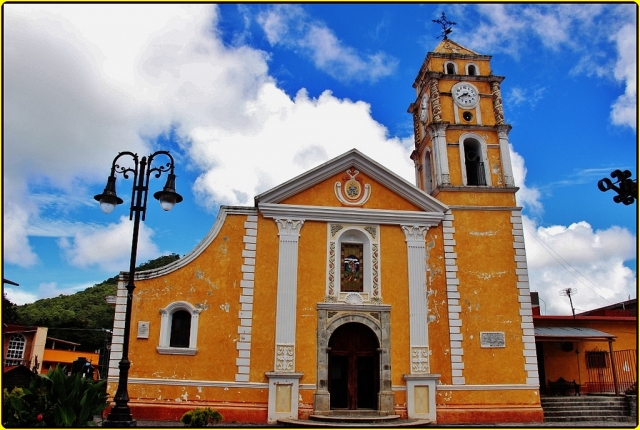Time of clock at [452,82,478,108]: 3:40
